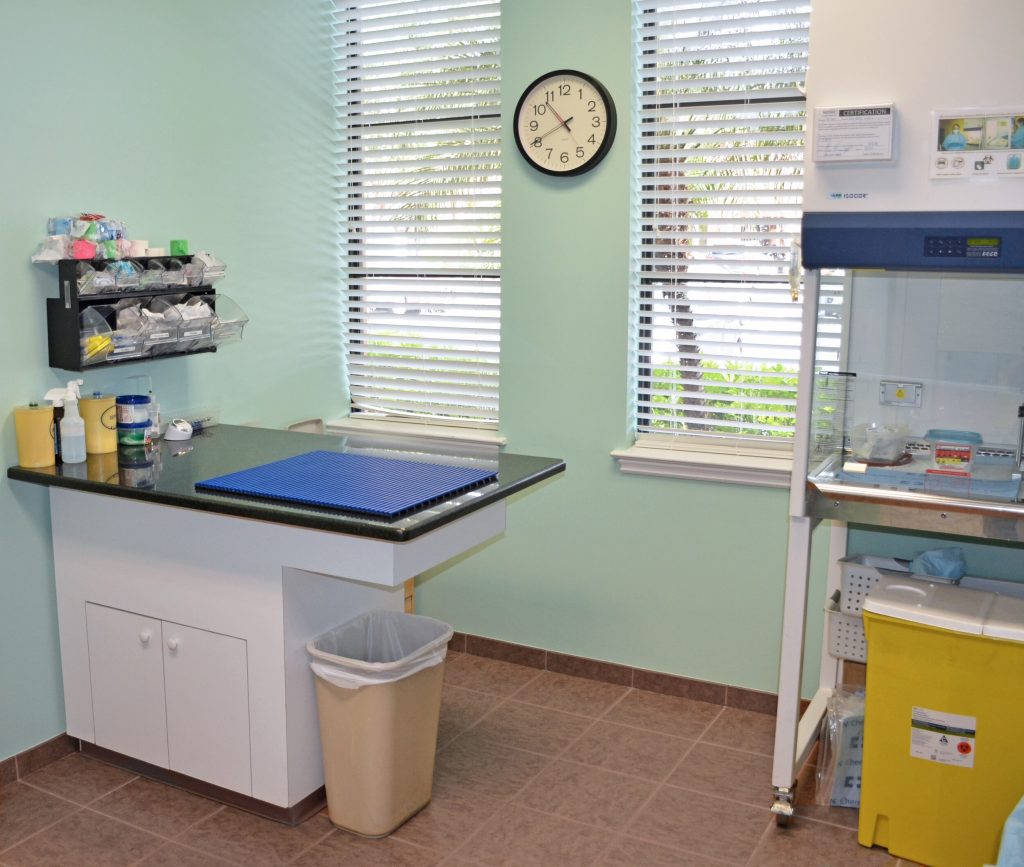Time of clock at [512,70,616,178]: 10:40
